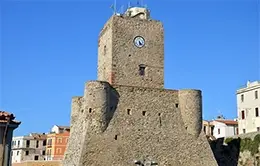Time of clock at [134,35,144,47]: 5:22
